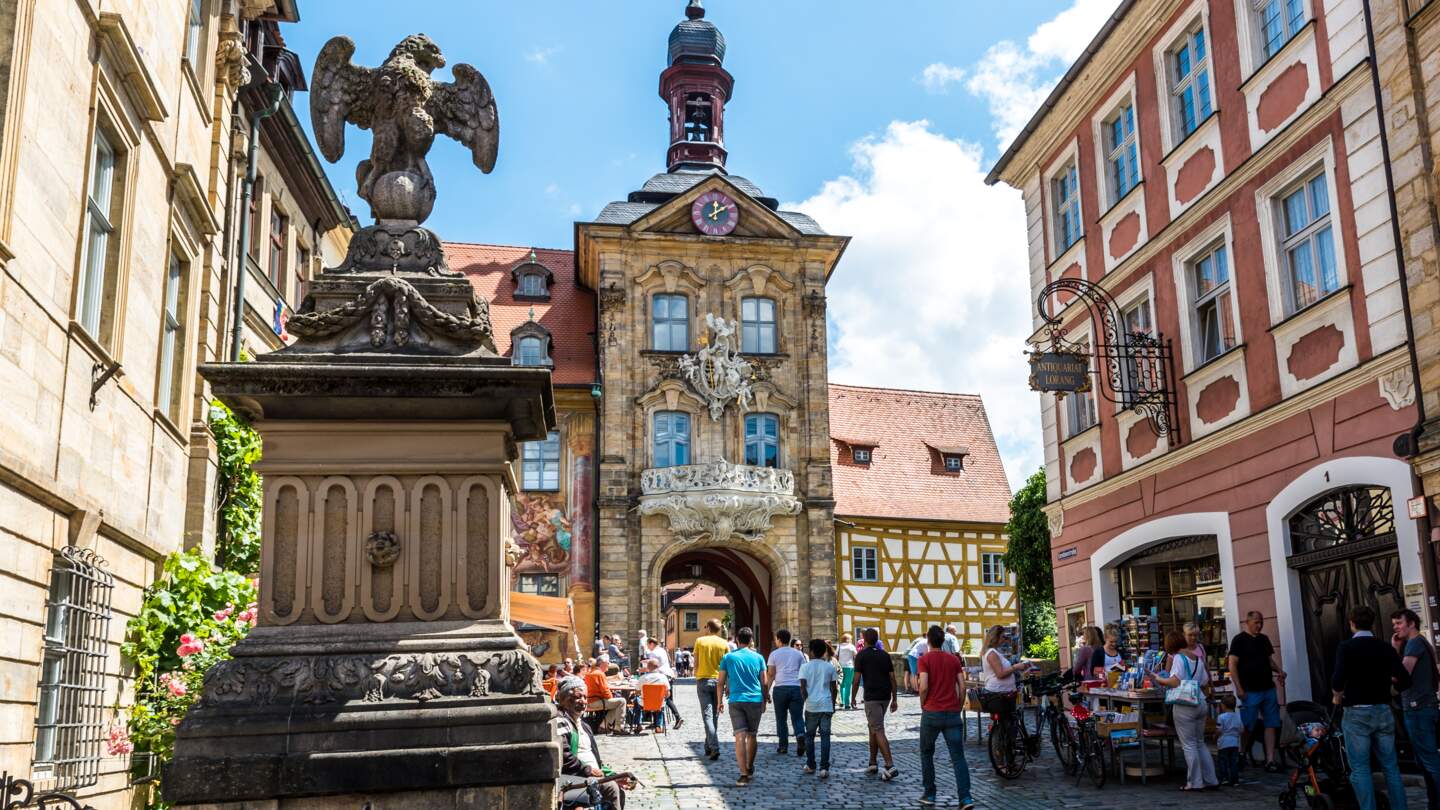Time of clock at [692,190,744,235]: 12:09
